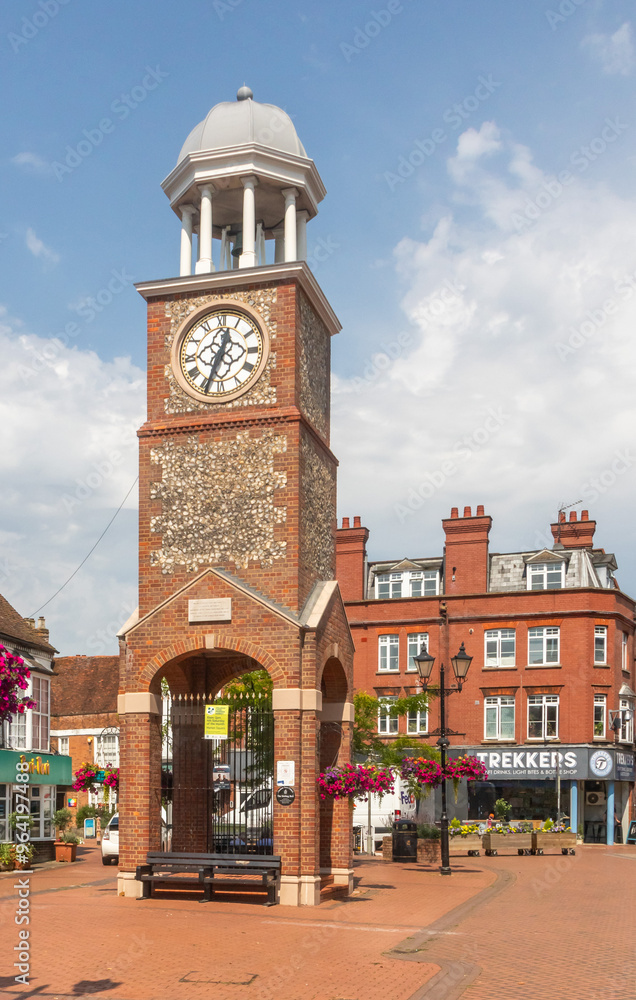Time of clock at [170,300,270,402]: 12:33
